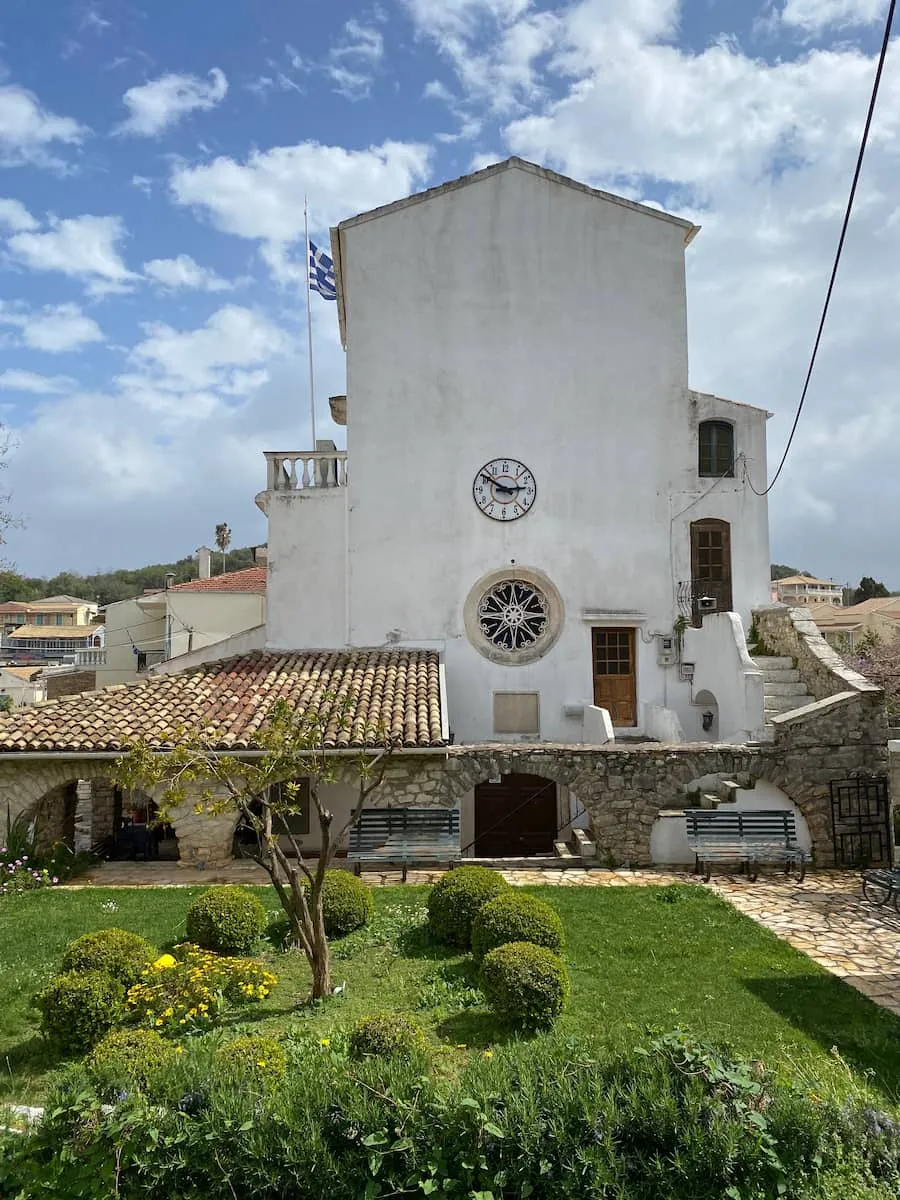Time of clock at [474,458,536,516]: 2:50
